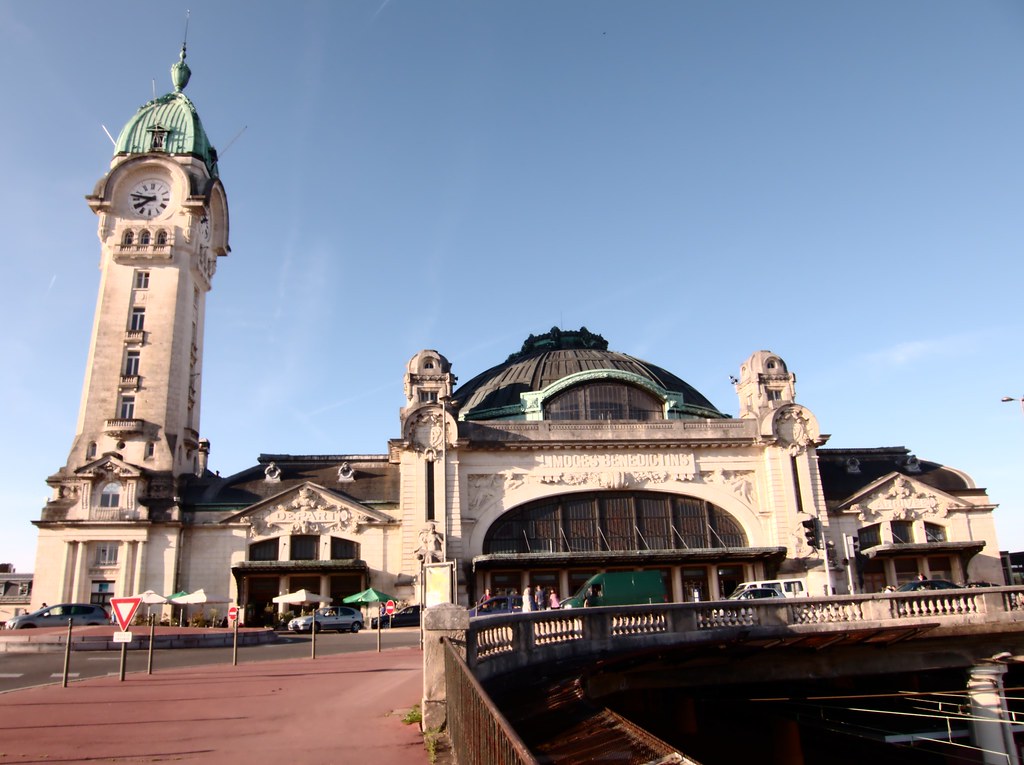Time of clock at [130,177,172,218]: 7:46
